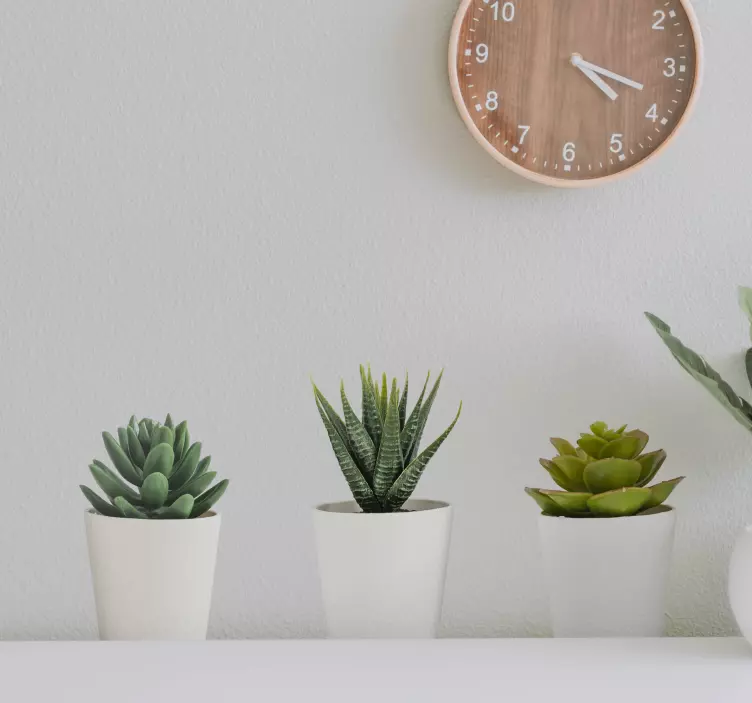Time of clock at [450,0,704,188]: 4:18
